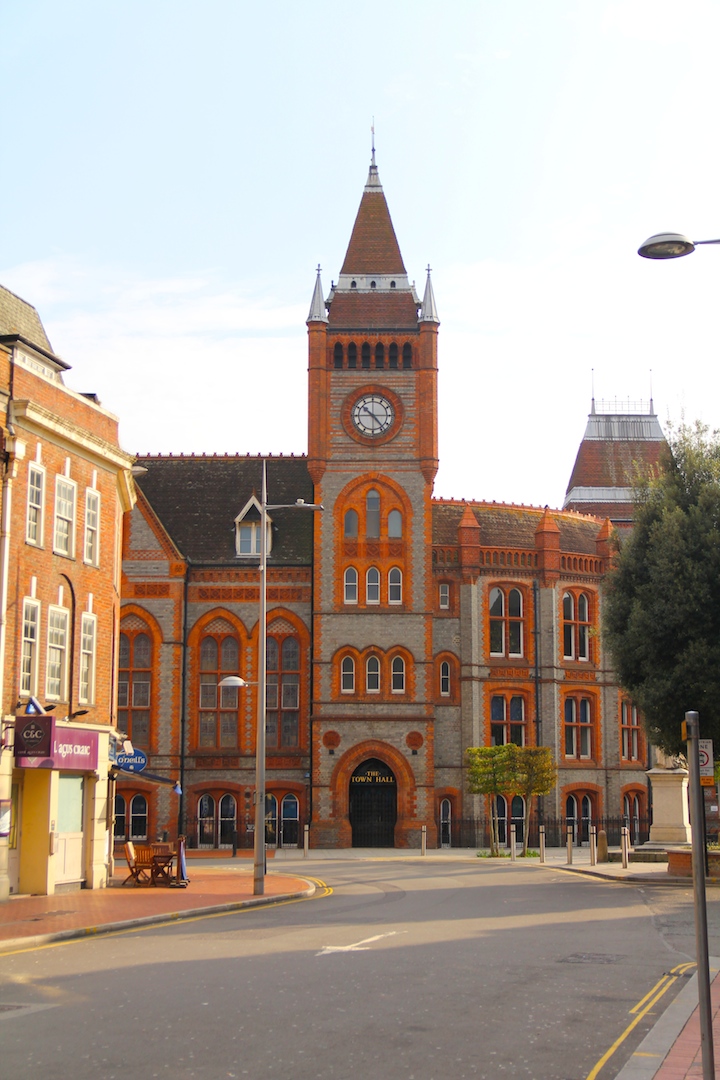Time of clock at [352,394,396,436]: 10:23
